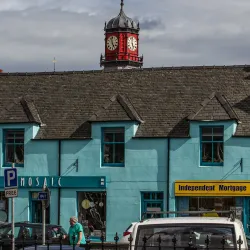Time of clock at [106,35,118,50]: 4:57
